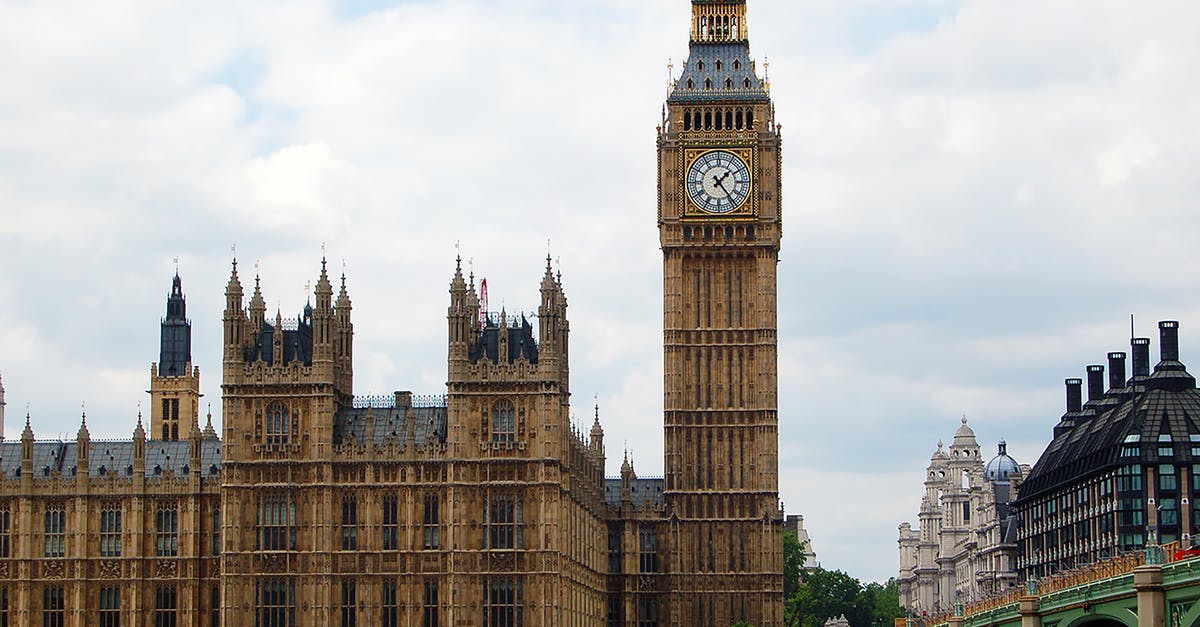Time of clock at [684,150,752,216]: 1:23
